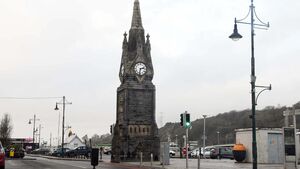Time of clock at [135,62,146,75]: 2:32
